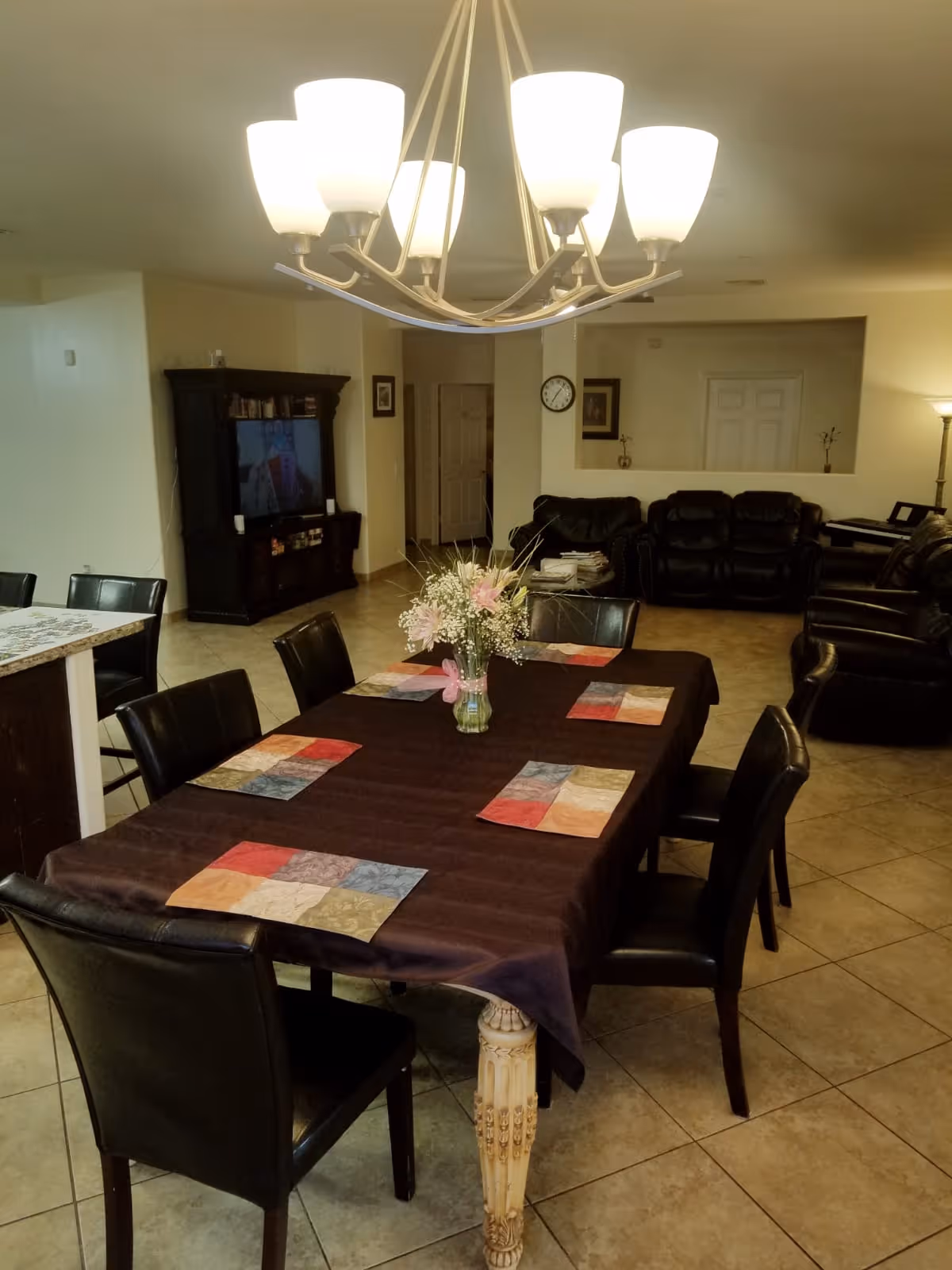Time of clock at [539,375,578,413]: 7:06
